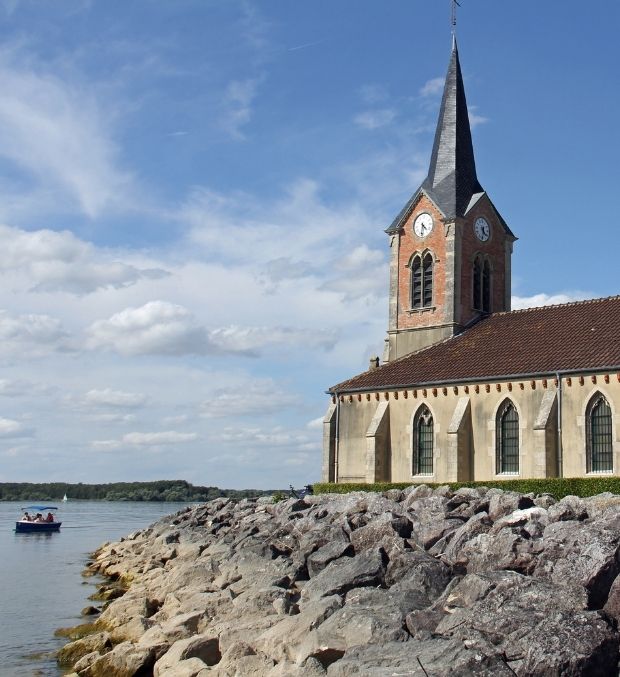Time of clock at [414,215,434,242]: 4:31
